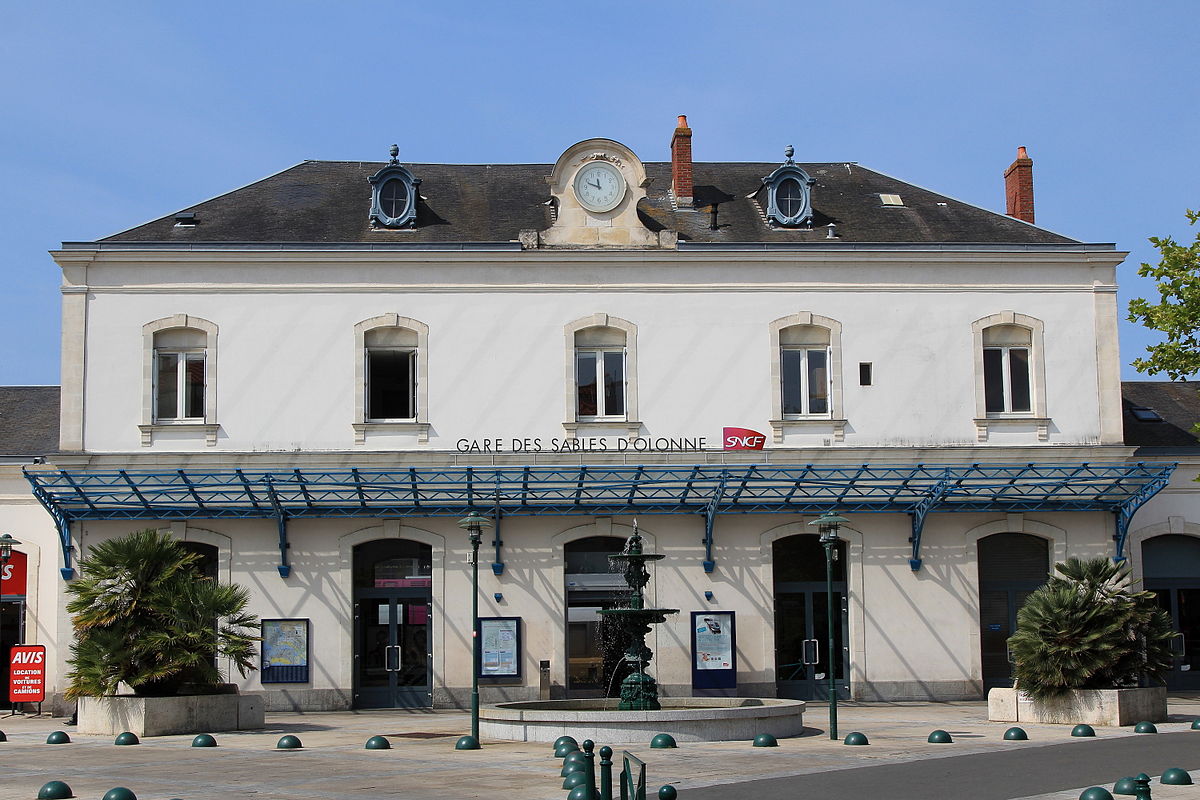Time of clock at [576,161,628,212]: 11:48
